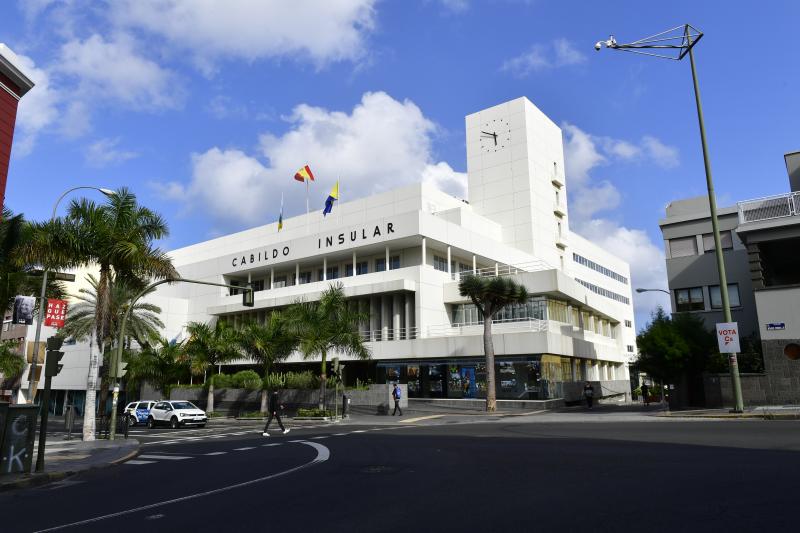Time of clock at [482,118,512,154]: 5:49
